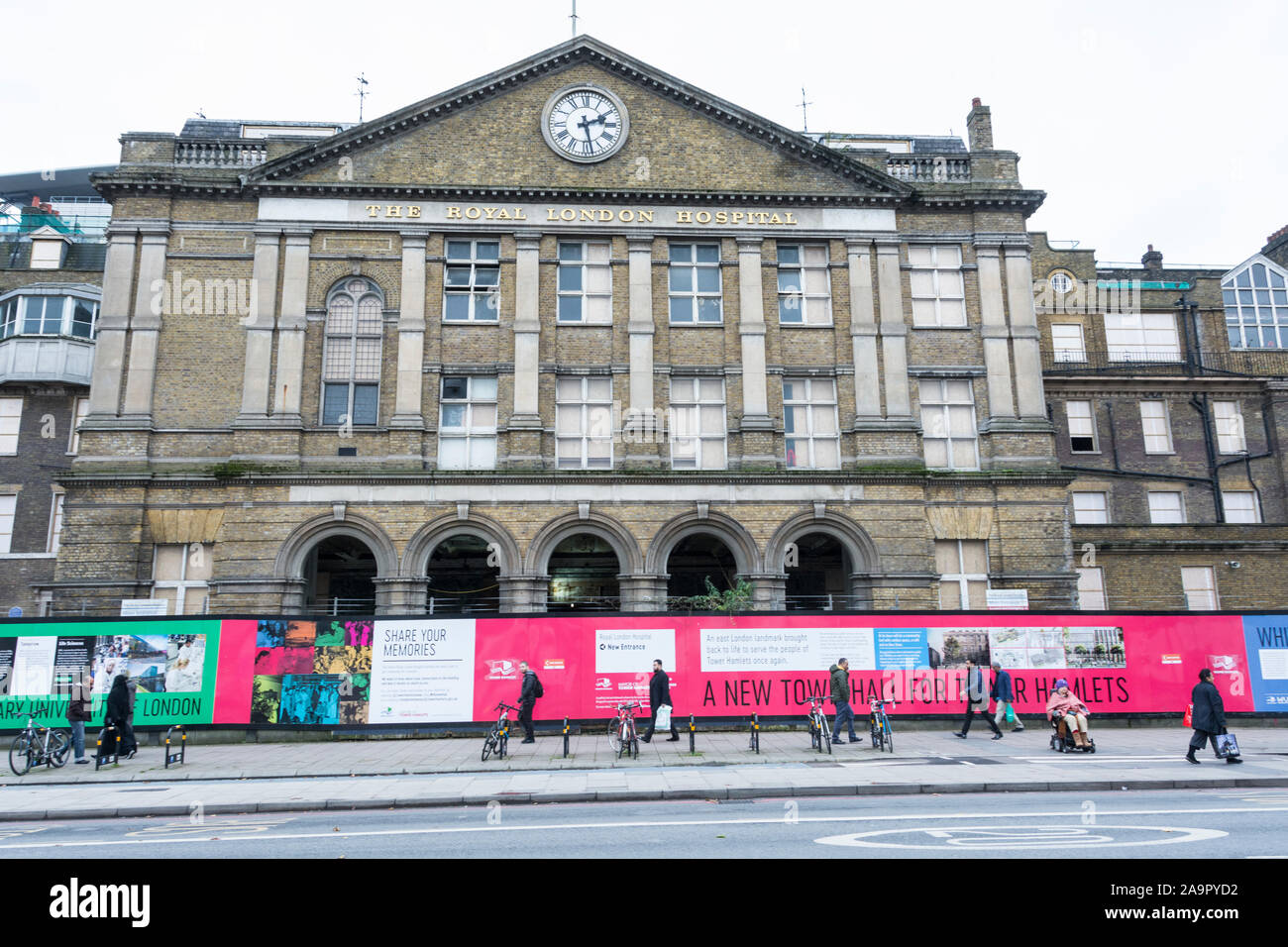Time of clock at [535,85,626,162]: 2:27
